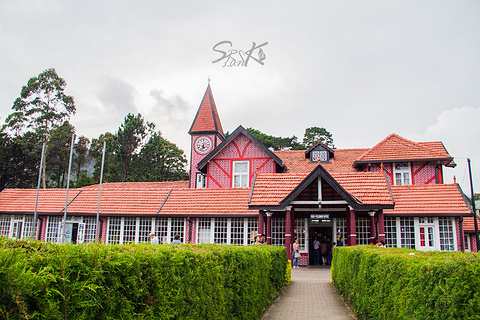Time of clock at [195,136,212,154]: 5:33
